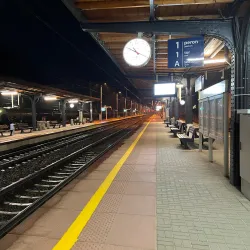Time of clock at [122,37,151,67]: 10:50
